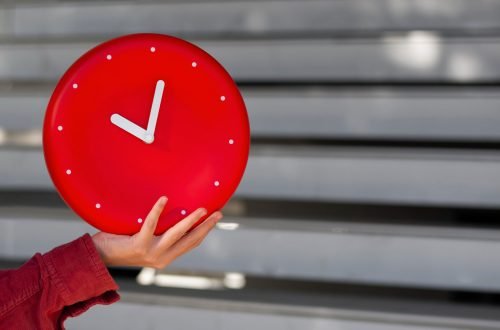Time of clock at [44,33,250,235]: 10:01
